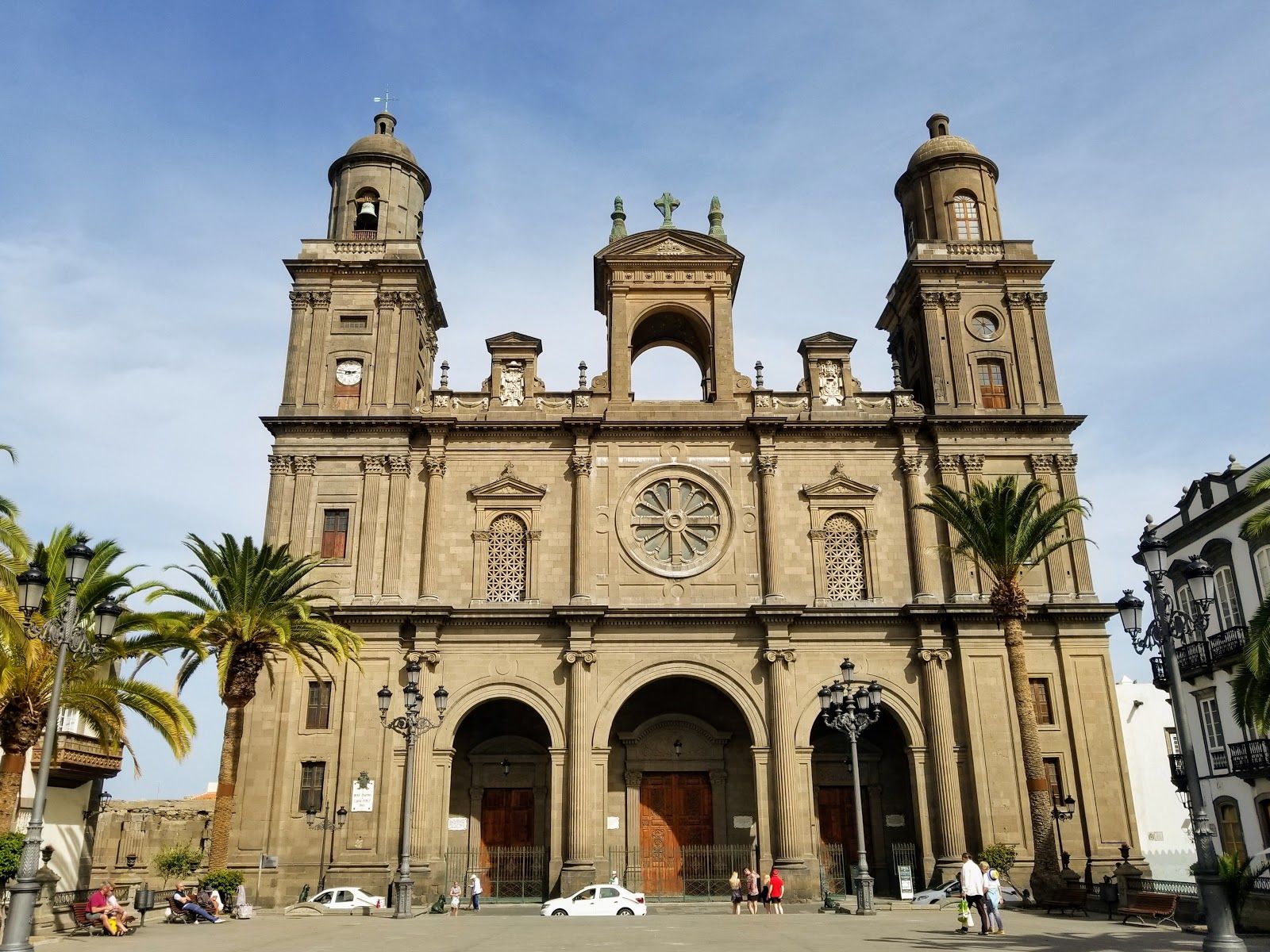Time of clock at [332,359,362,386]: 2:47
